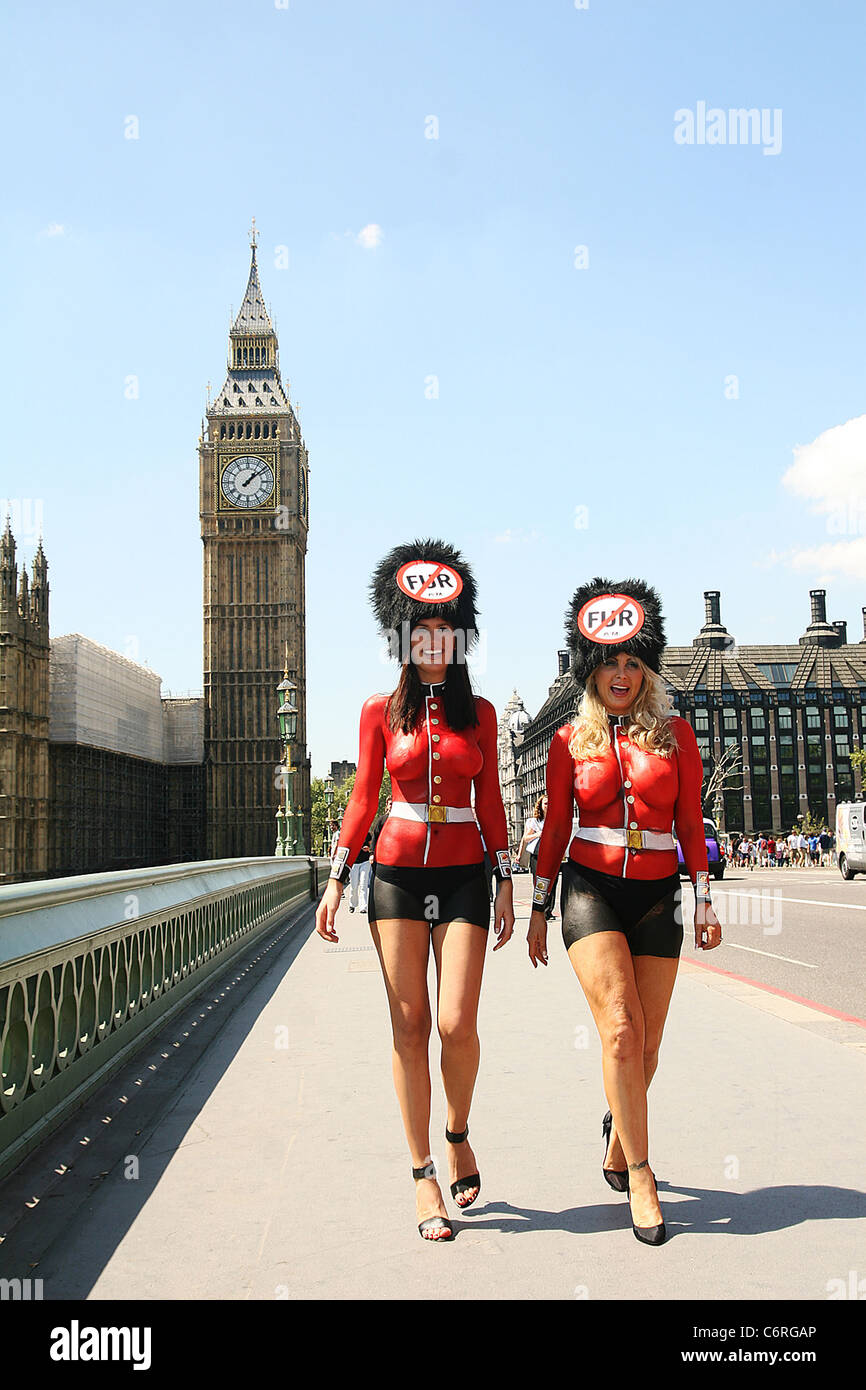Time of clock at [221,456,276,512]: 1:08
